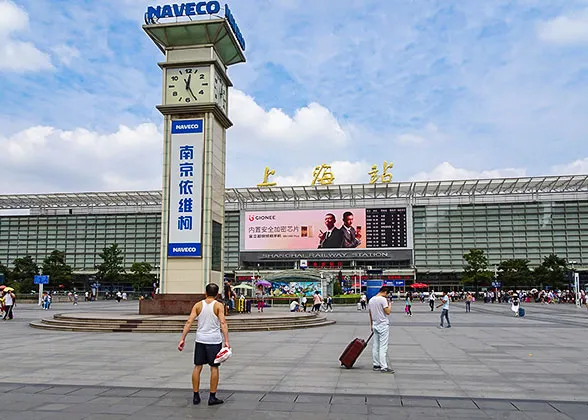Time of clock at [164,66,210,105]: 12:25
